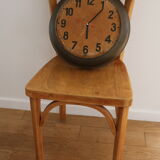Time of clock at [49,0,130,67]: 6:06
